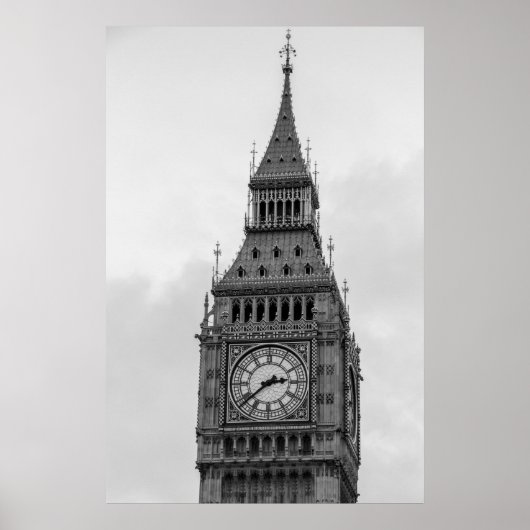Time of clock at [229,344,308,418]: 2:38
